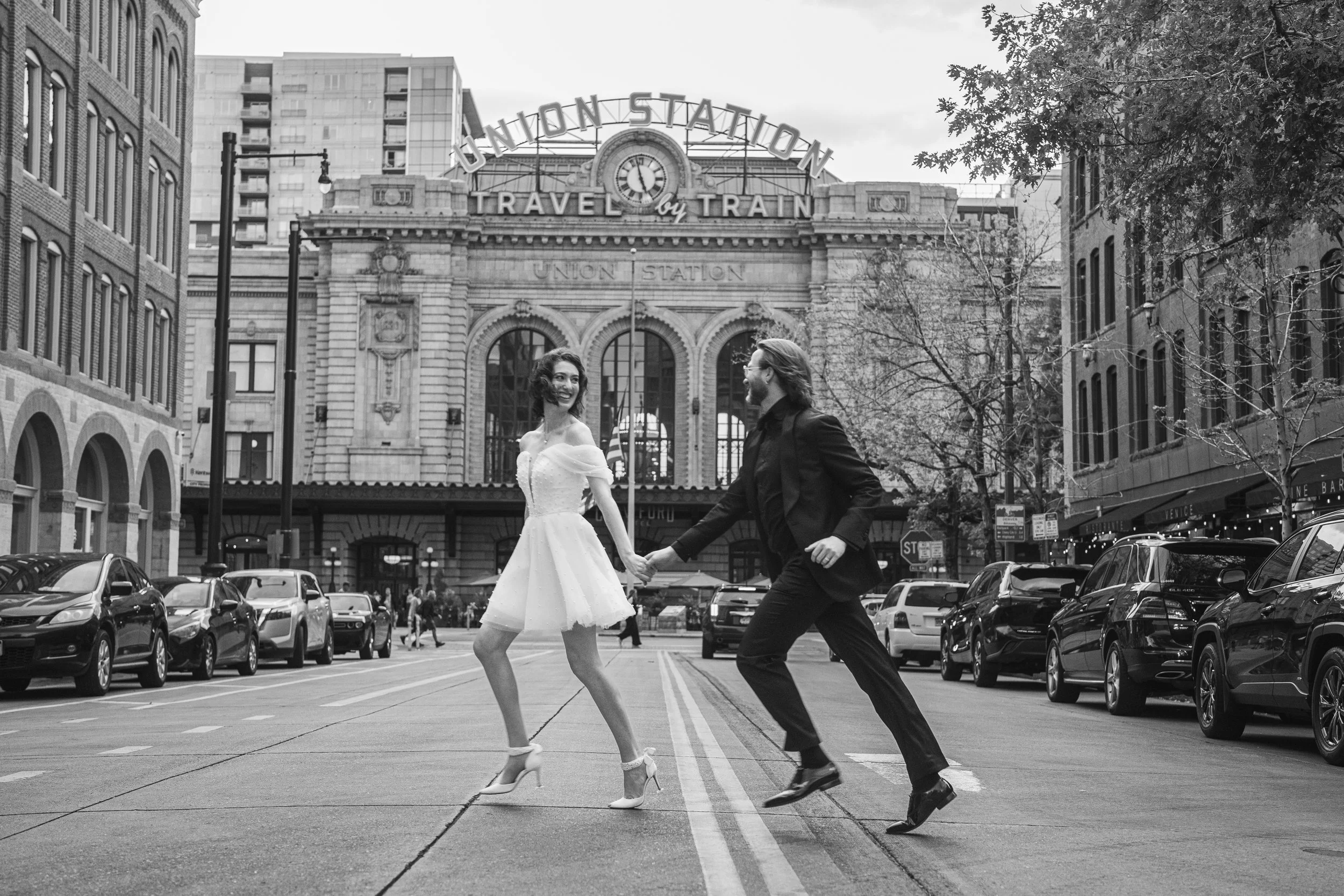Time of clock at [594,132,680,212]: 4:57
